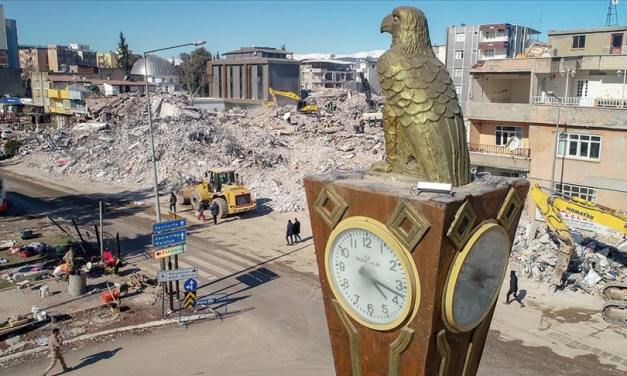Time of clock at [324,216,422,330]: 4:17
